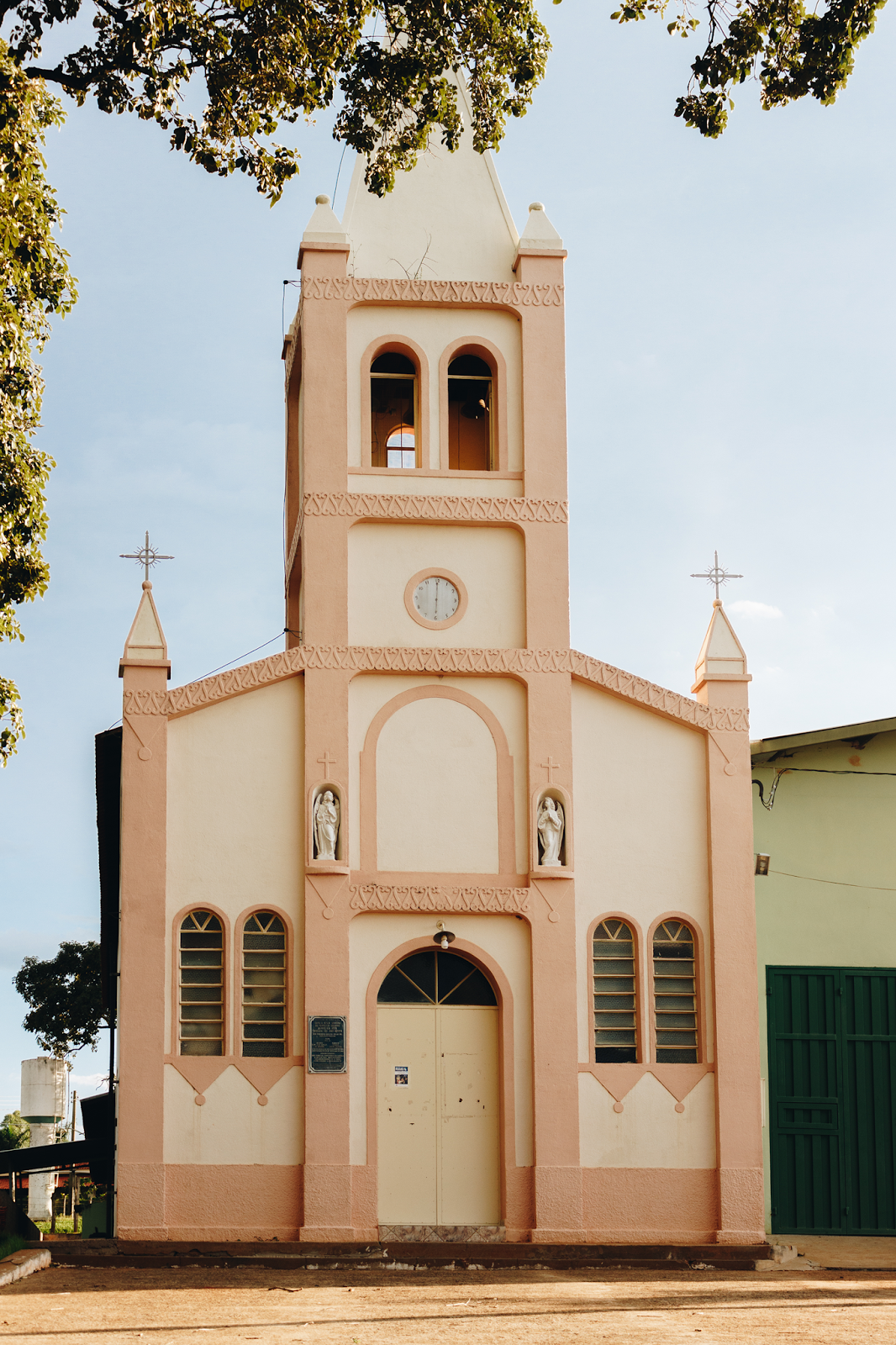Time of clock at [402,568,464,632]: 6:00
